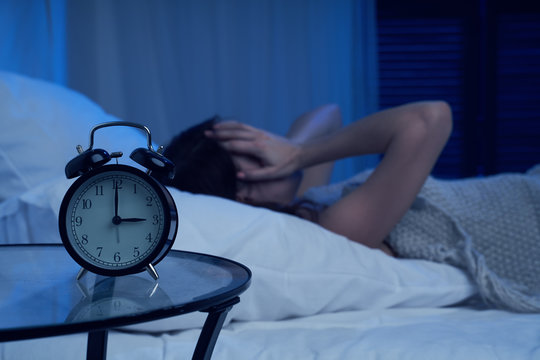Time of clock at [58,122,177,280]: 3:00
